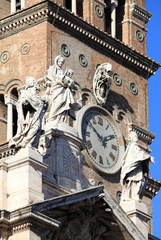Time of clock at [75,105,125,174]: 1:51
